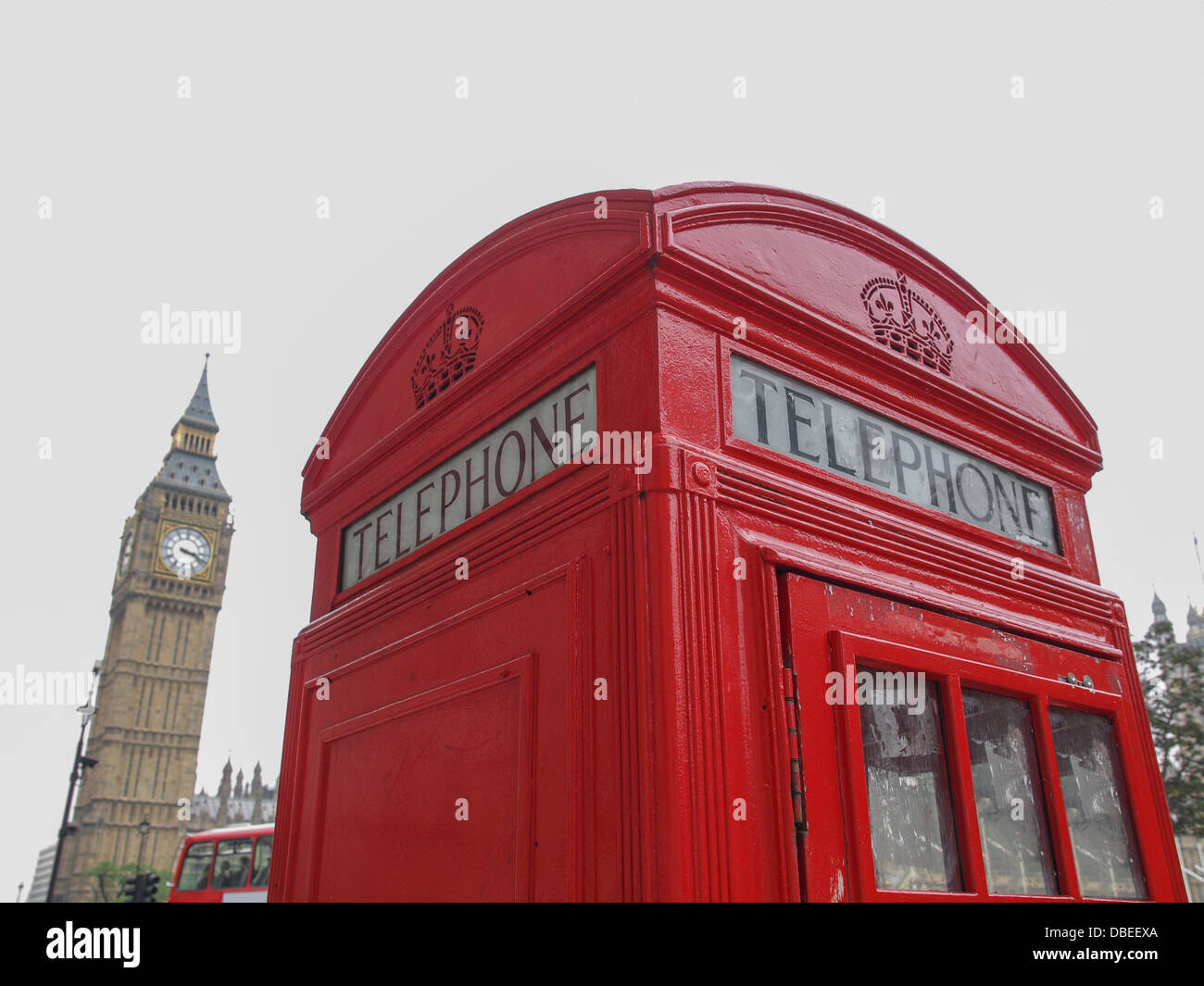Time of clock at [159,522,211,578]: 3:18
